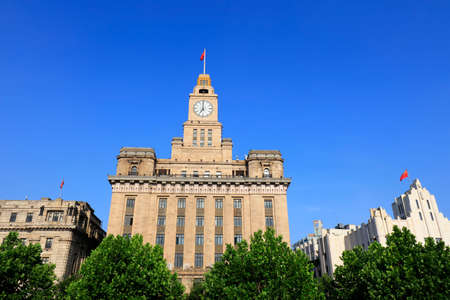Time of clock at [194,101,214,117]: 7:00
